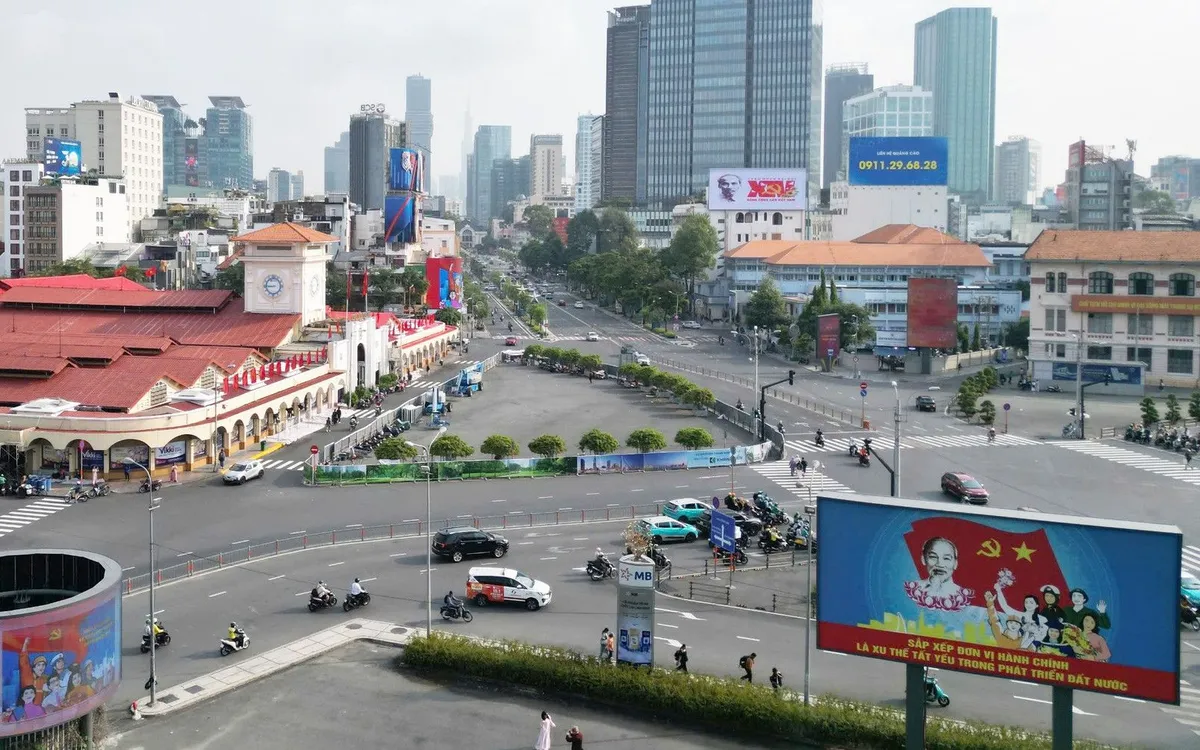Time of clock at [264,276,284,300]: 8:45
